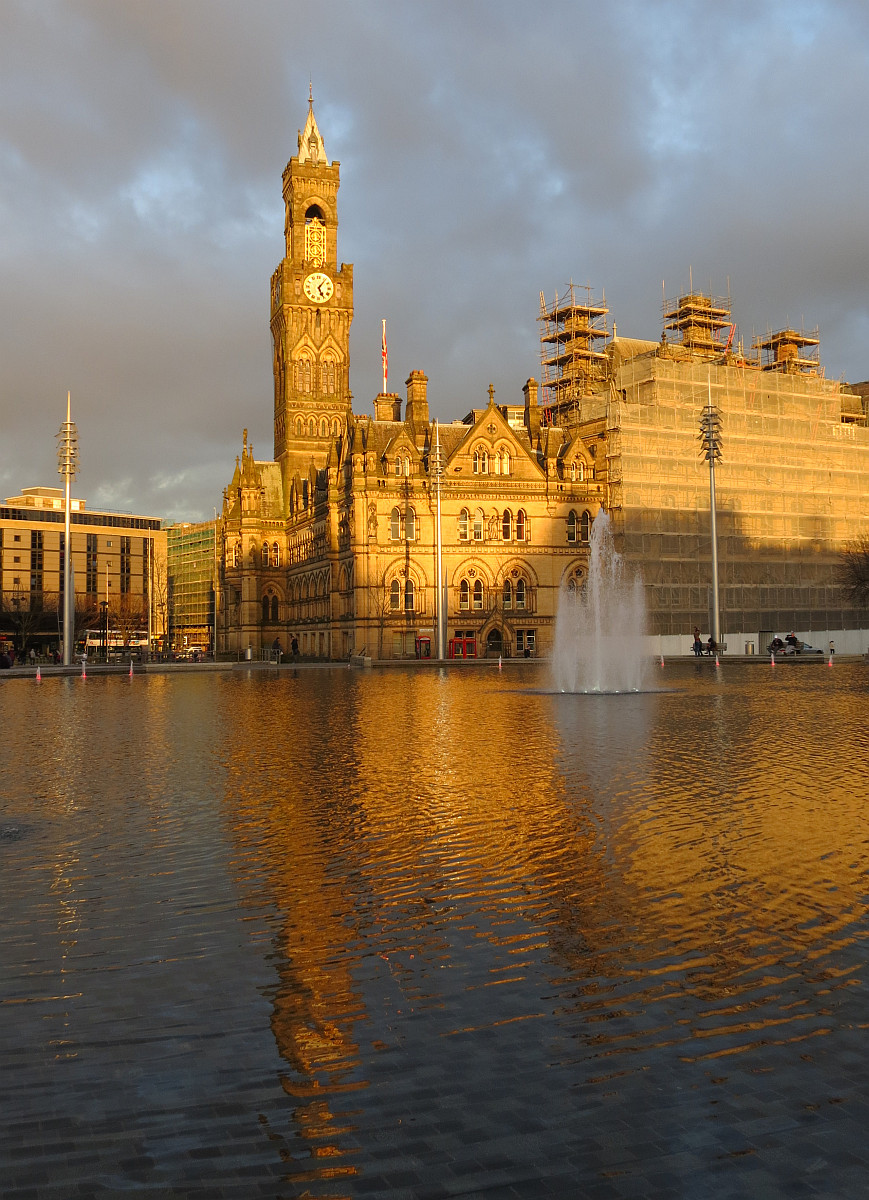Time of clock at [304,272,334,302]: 5:06
